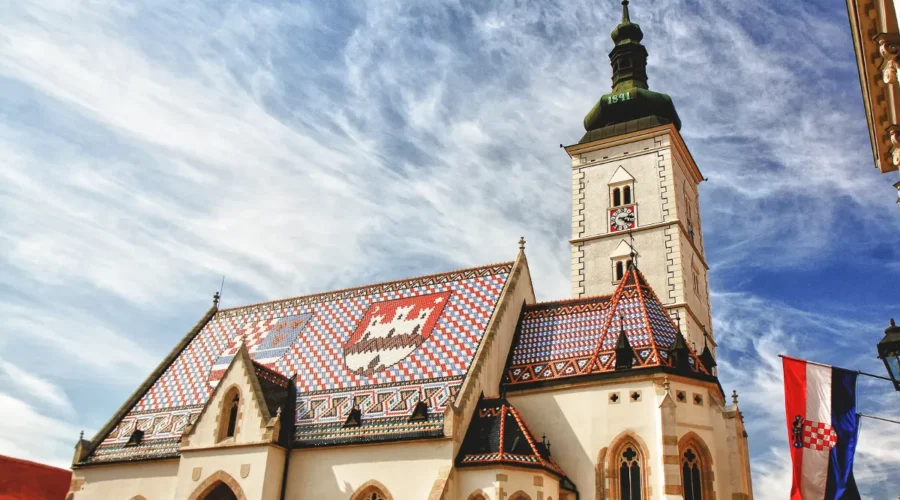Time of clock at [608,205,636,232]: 4:13
